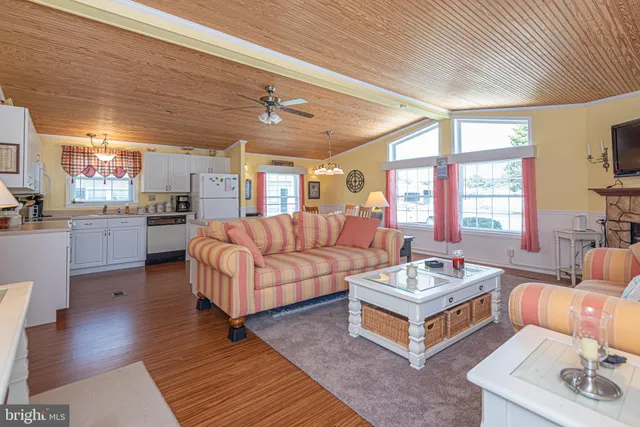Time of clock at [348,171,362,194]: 5:59
